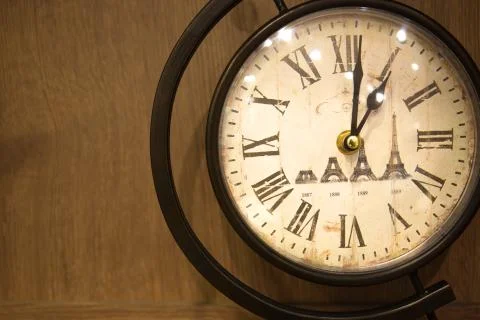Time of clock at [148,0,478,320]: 1:01
